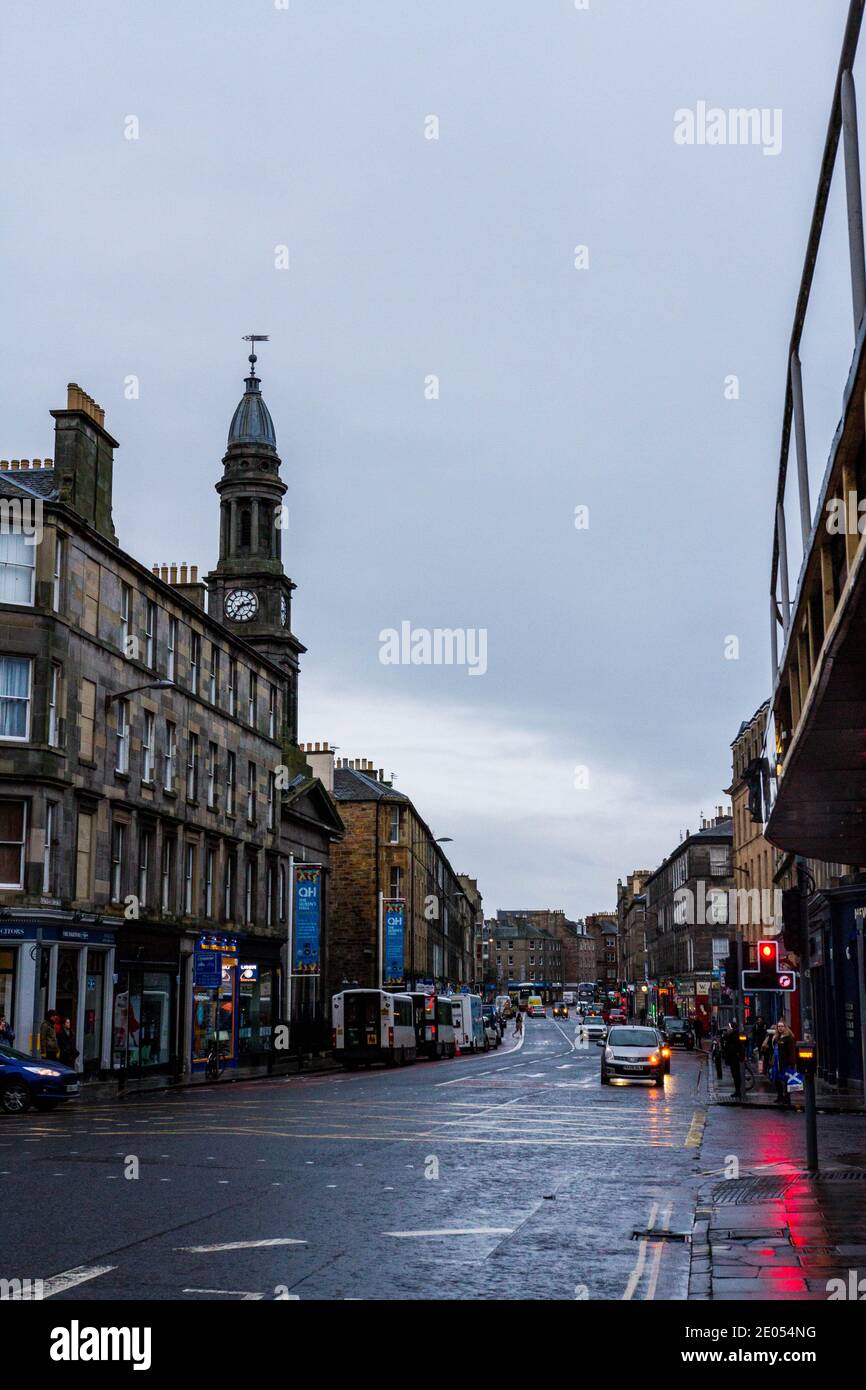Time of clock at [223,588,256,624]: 2:36
